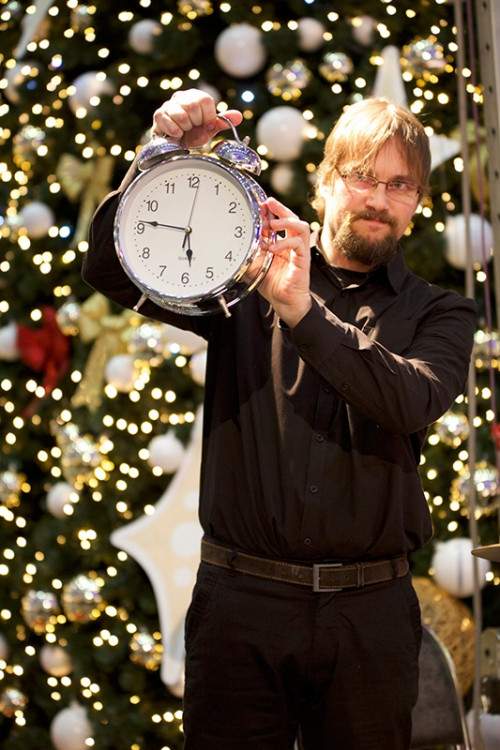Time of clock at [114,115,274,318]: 5:46
